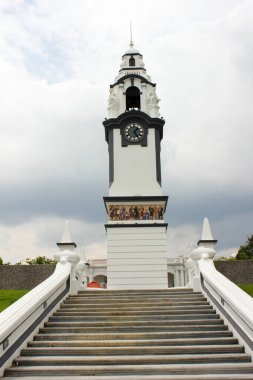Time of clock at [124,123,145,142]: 1:24
